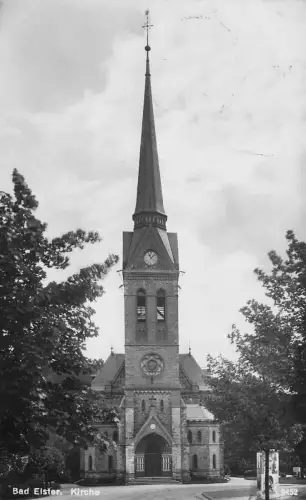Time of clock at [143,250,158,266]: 11:07
